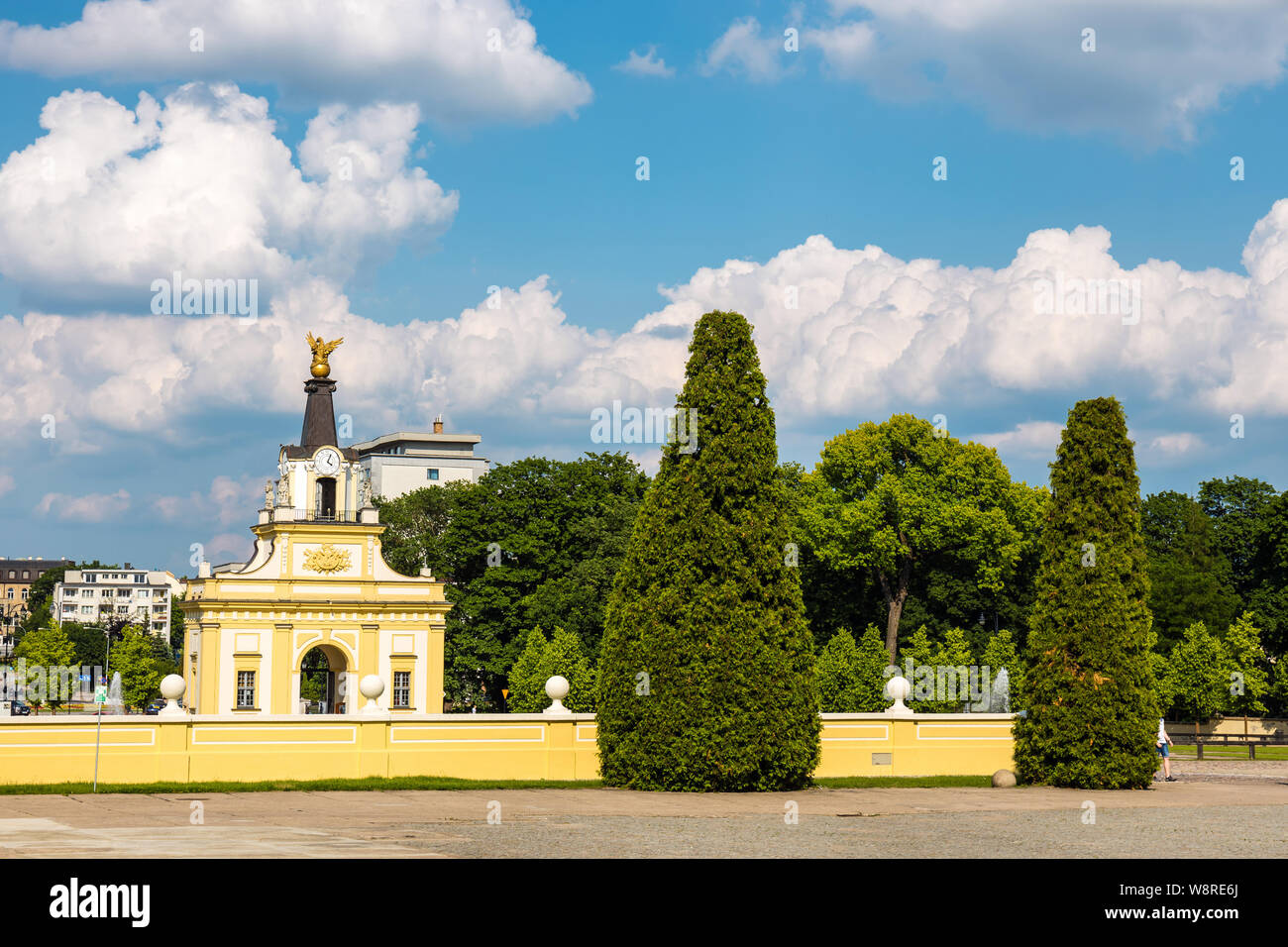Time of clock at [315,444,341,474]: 4:04
